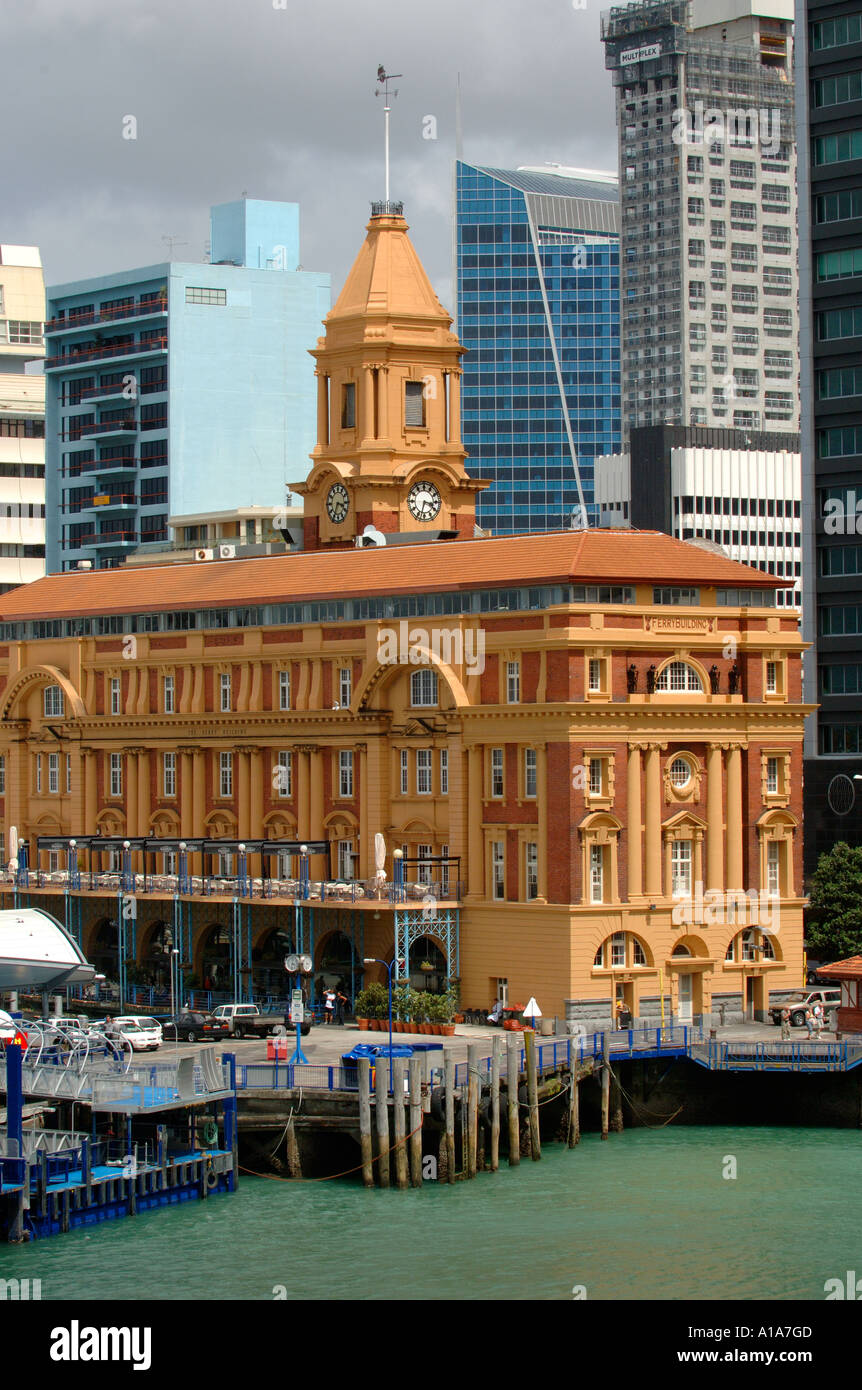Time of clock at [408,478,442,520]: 3:32
